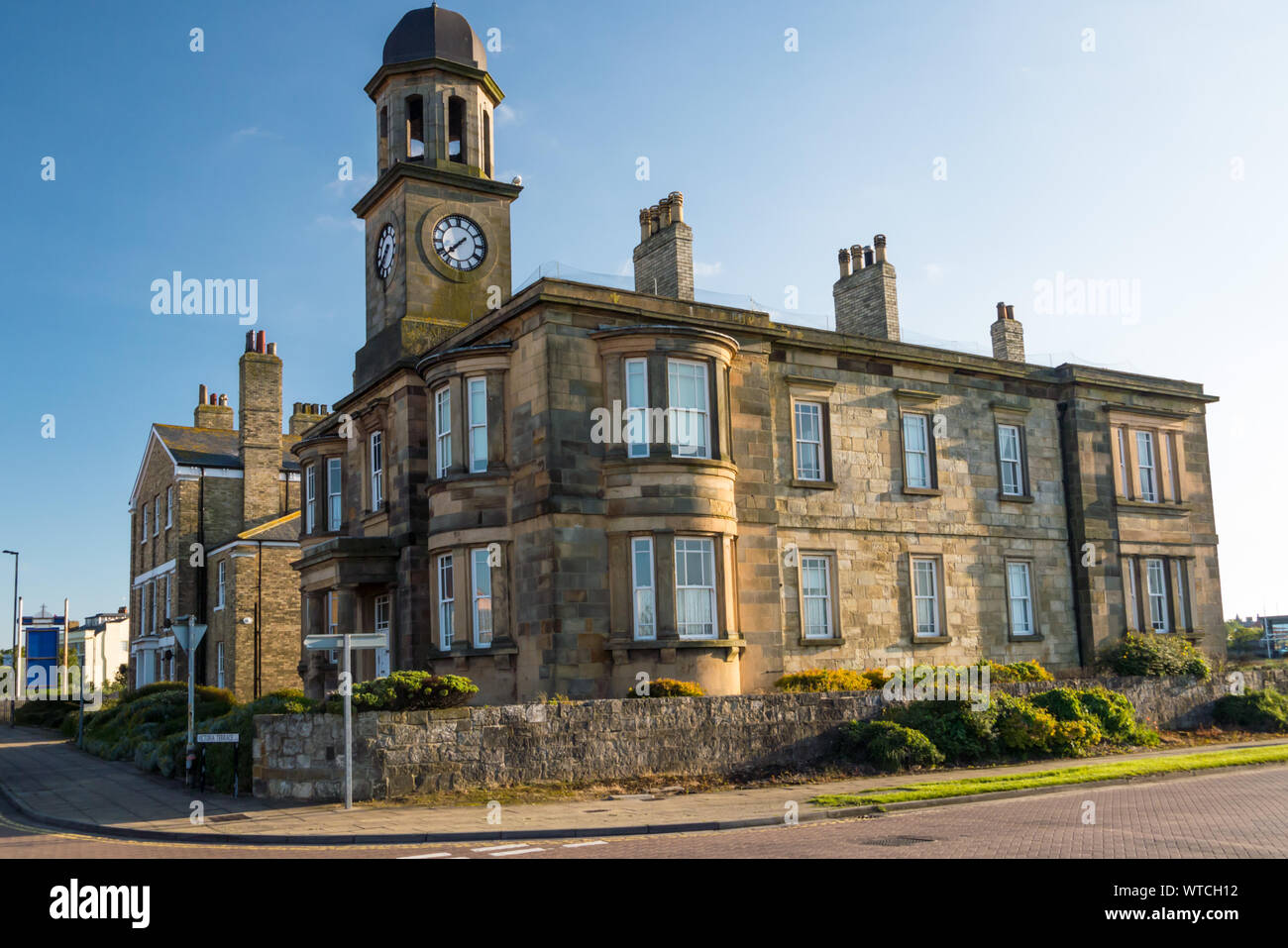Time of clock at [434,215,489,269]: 7:37
